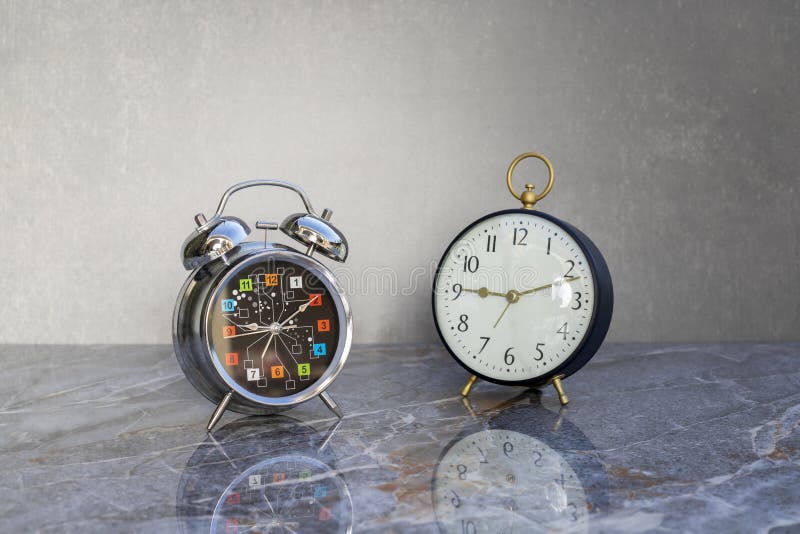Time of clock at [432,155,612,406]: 9:11
